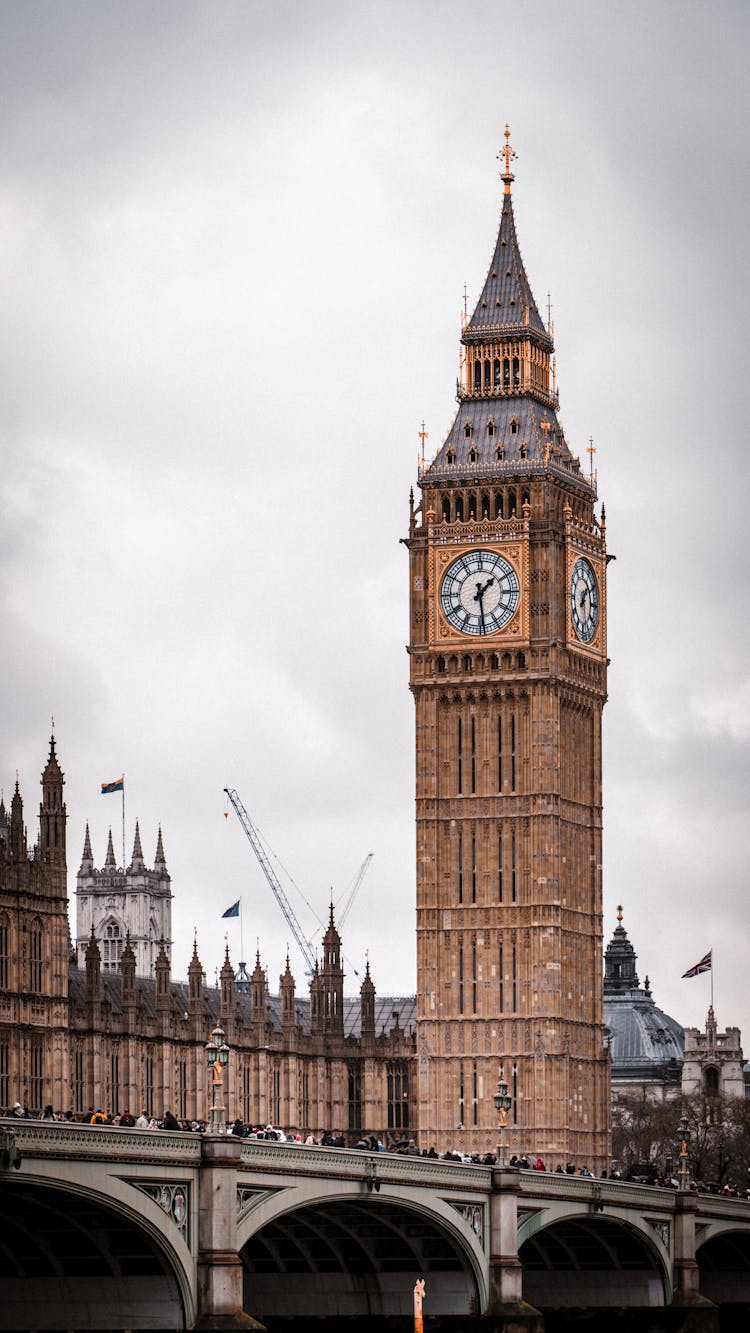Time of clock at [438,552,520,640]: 1:28
